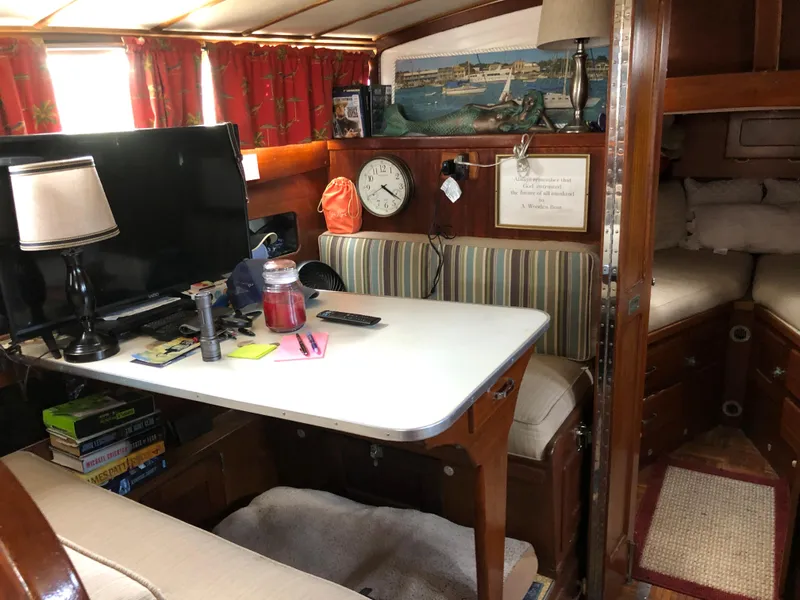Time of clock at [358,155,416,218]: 4:20
